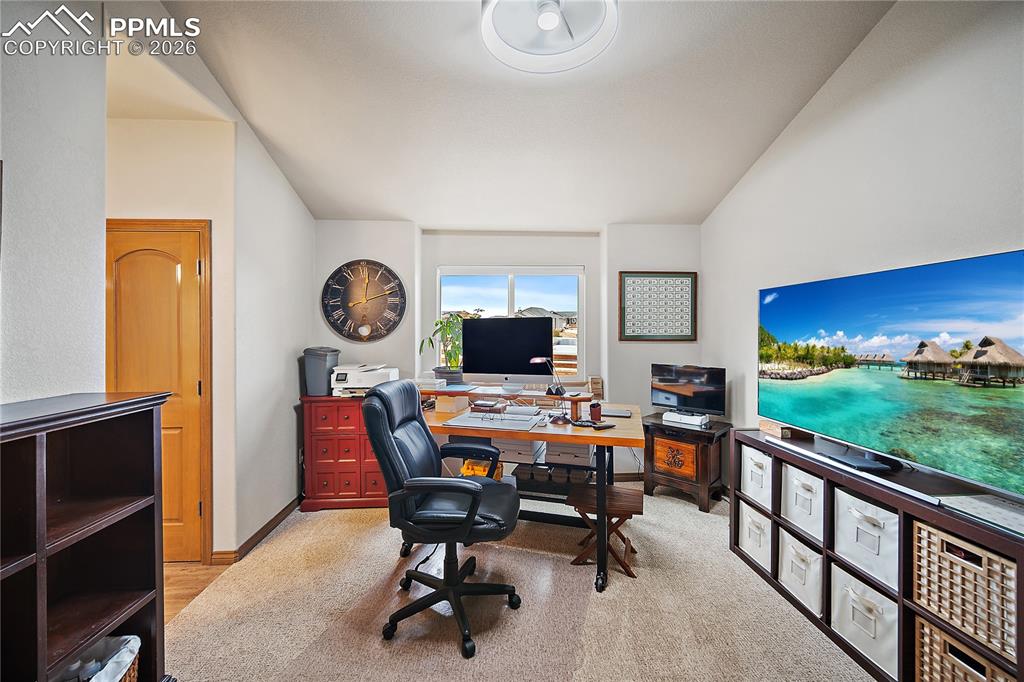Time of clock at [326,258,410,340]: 12:11
